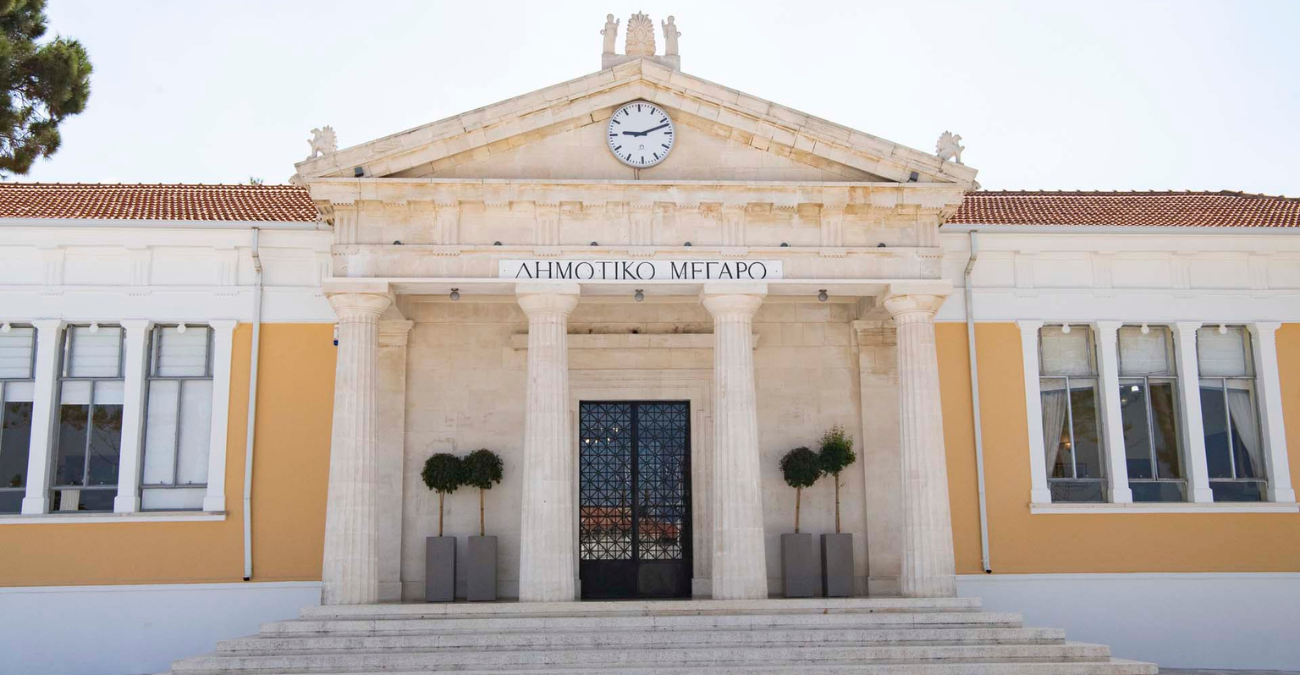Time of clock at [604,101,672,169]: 9:12
